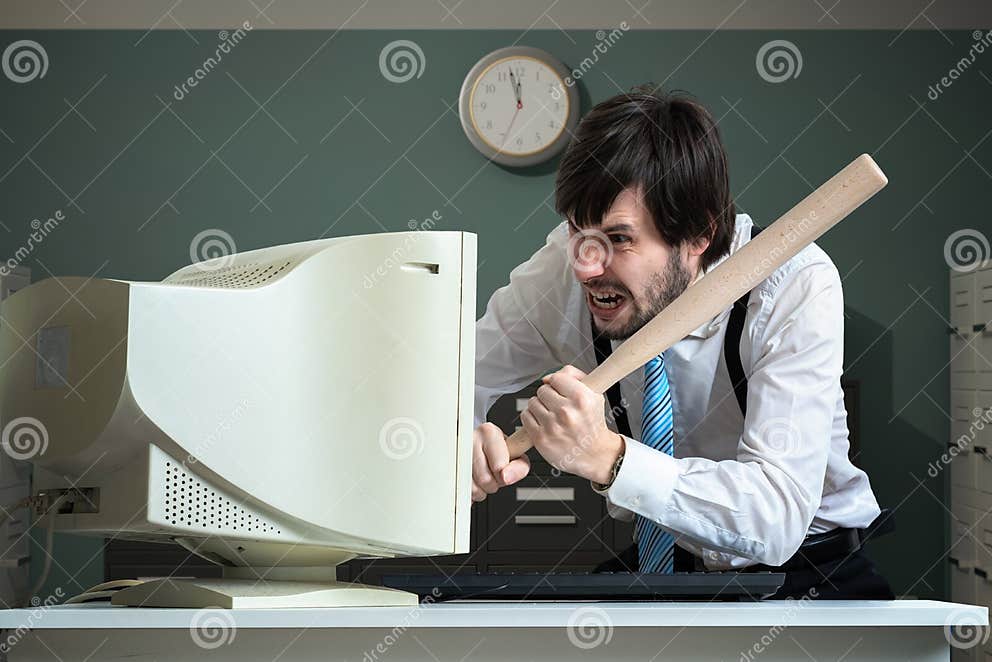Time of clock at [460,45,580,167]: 11:57
